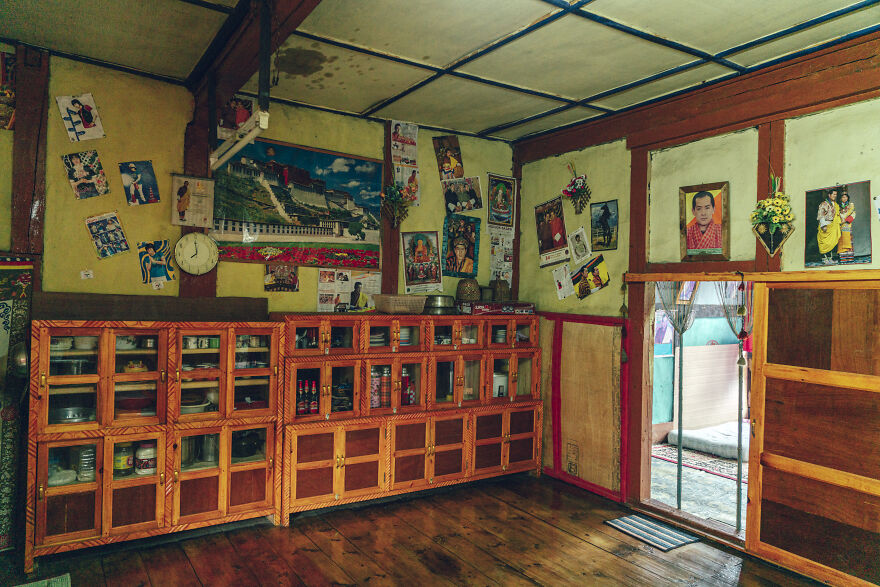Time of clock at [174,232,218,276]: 7:59
